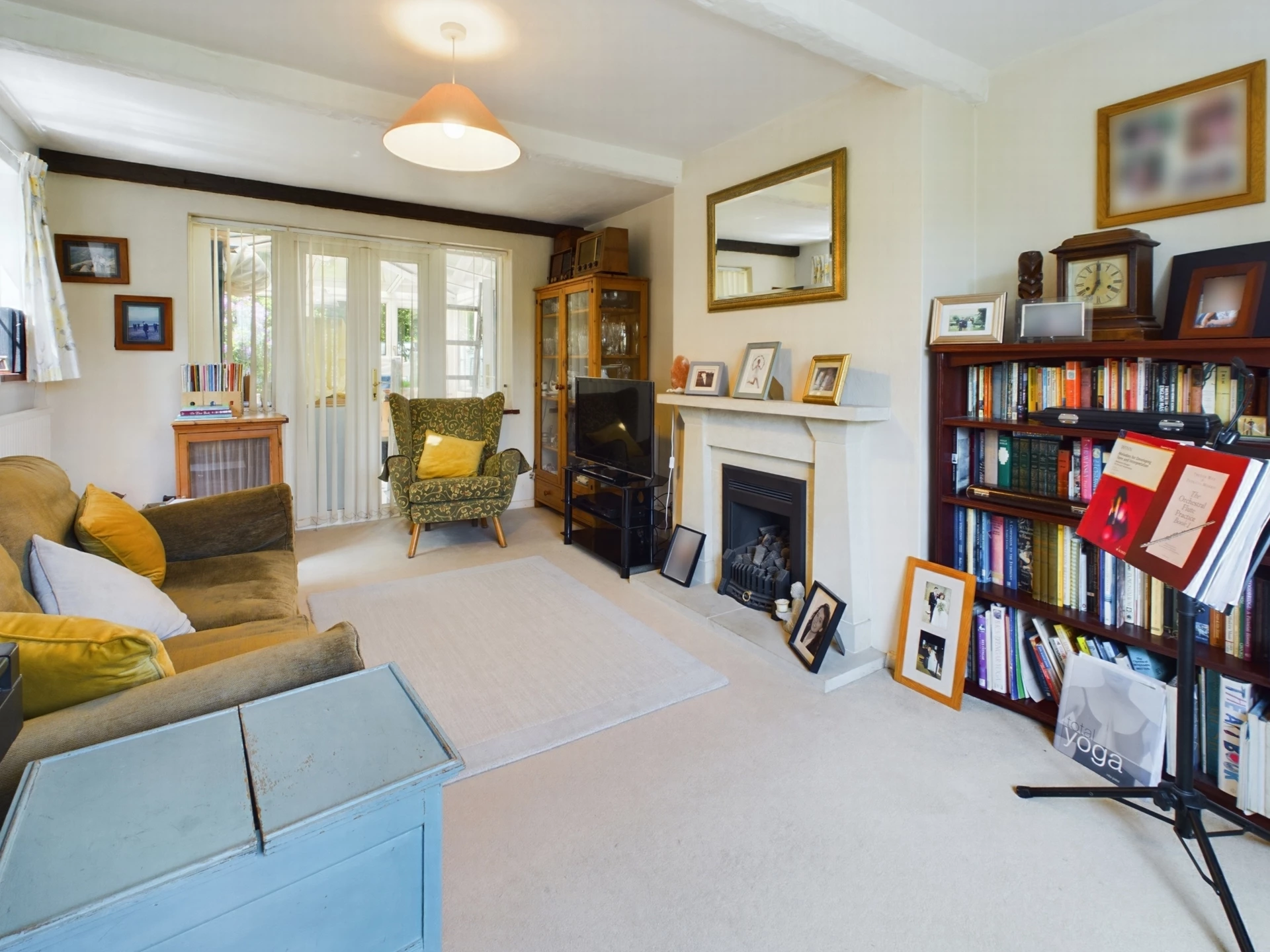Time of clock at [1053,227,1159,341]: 7:00
